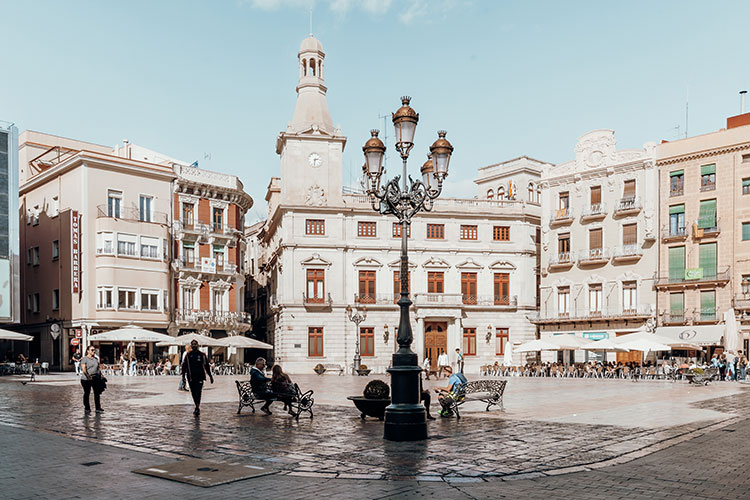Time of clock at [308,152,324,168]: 2:31
